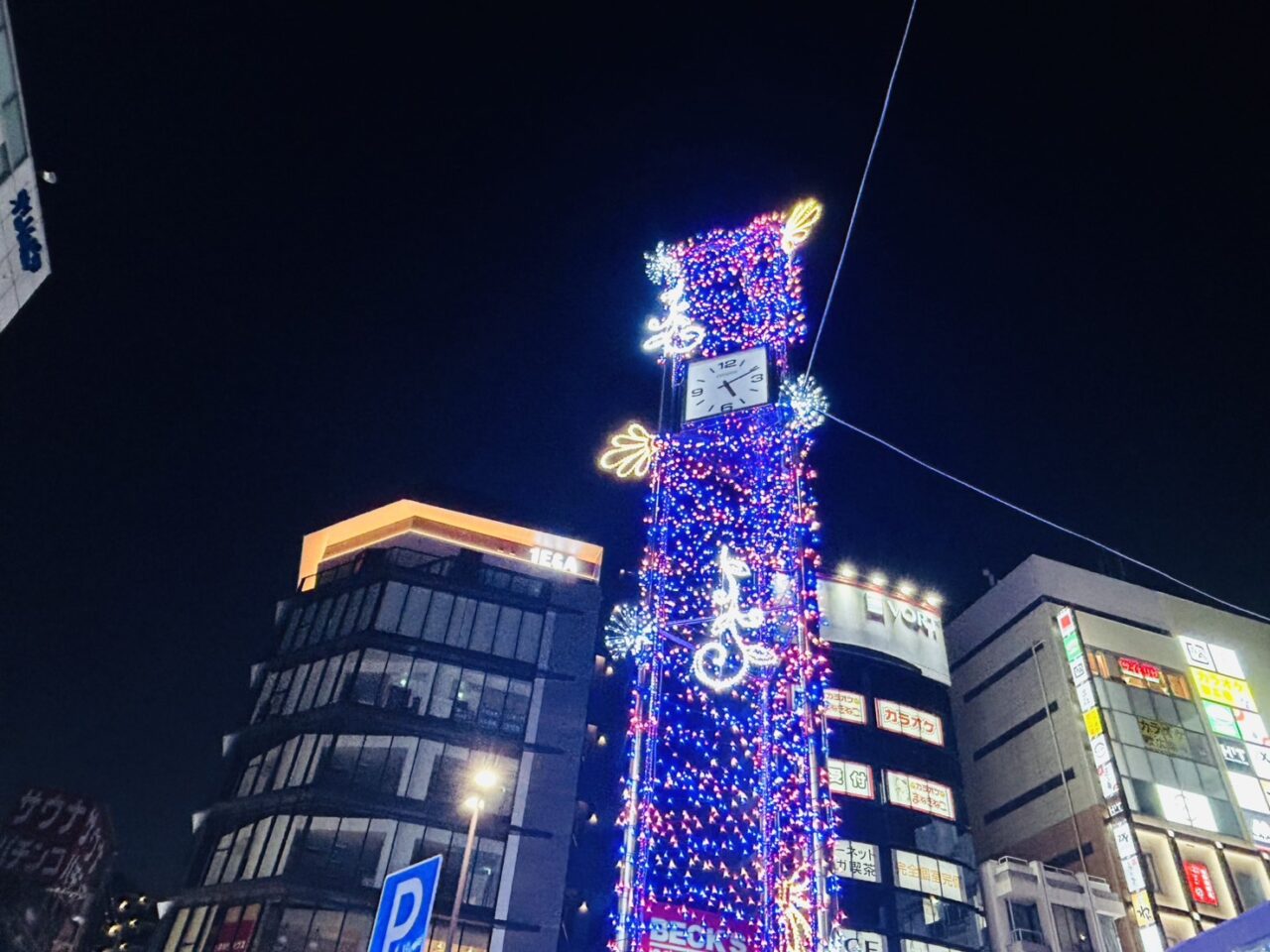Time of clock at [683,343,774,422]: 5:11
